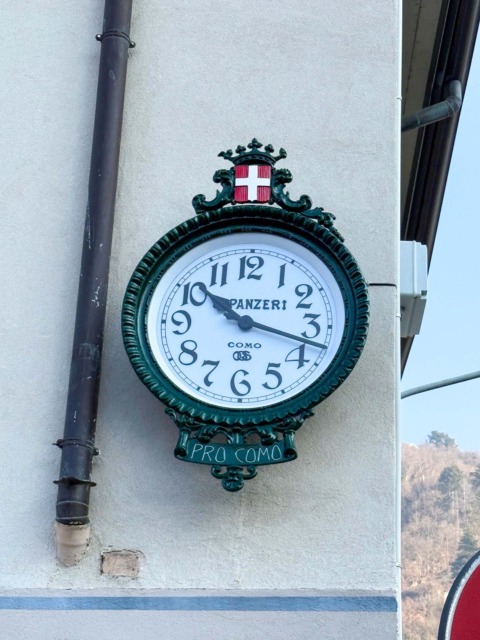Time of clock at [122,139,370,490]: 10:17
